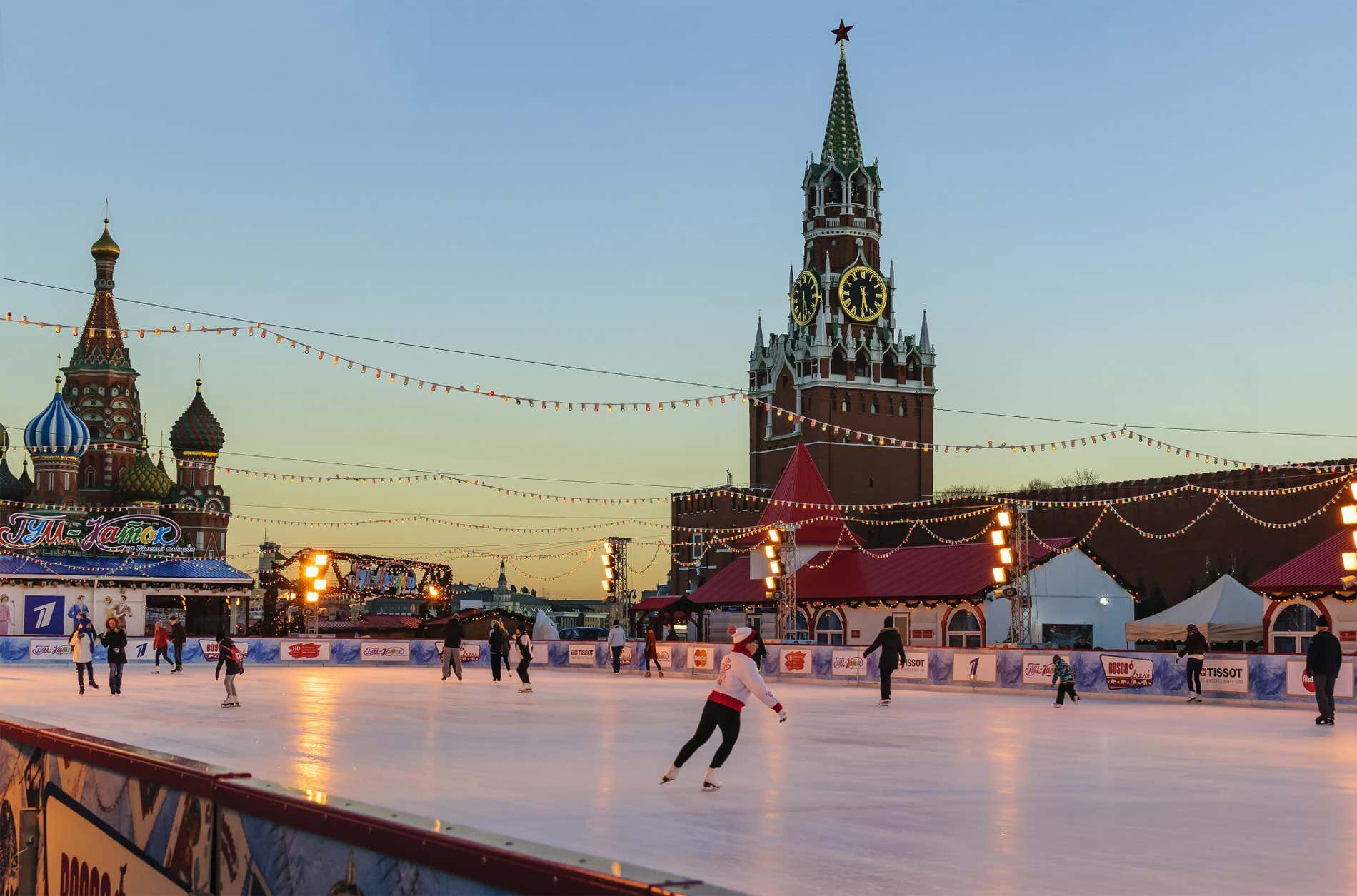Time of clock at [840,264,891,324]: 5:30
